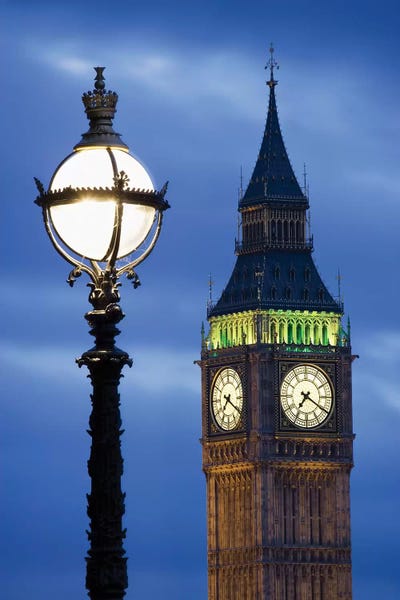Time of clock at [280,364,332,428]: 7:20
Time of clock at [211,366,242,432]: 7:20
